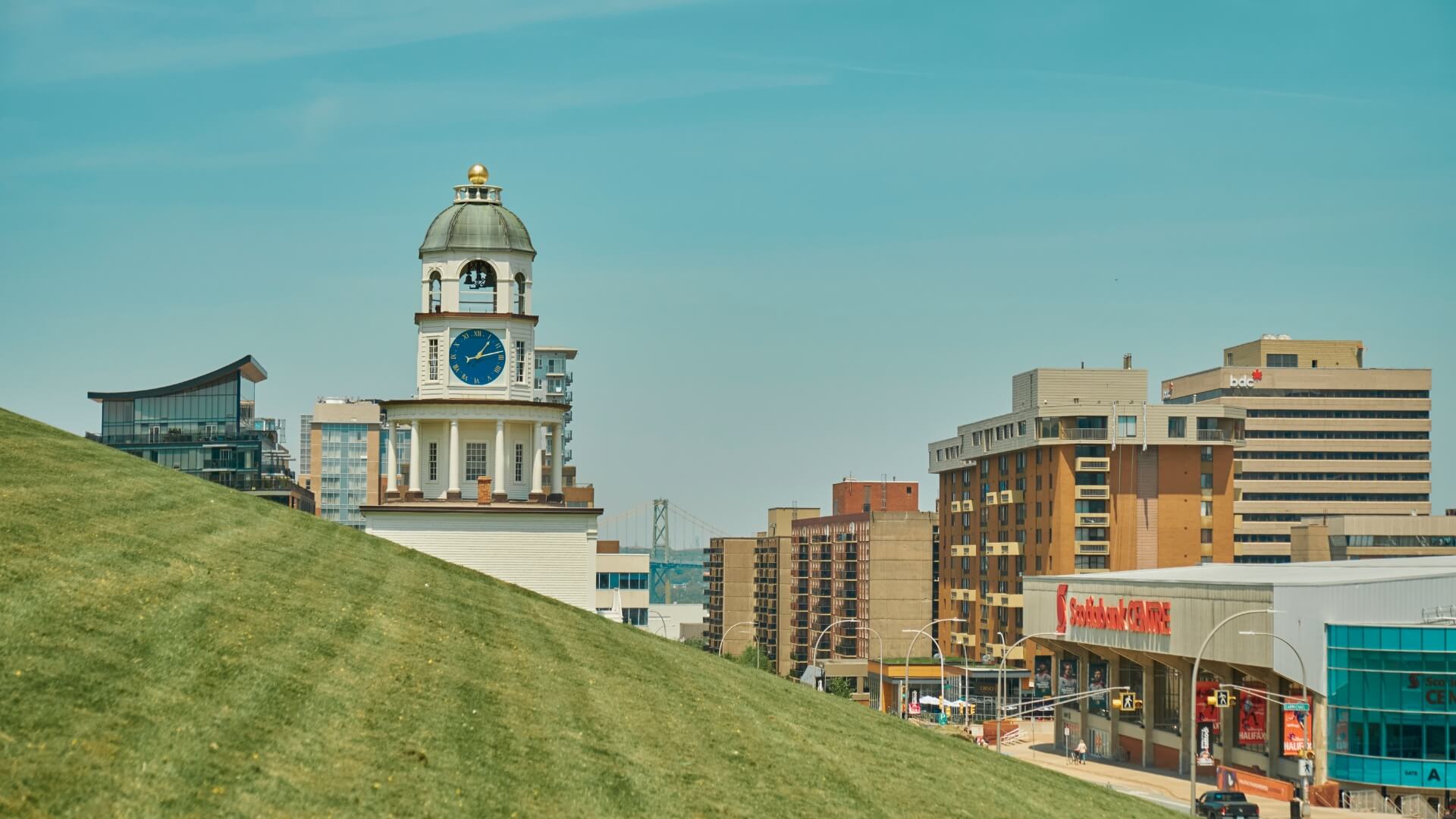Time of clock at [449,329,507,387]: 1:12
